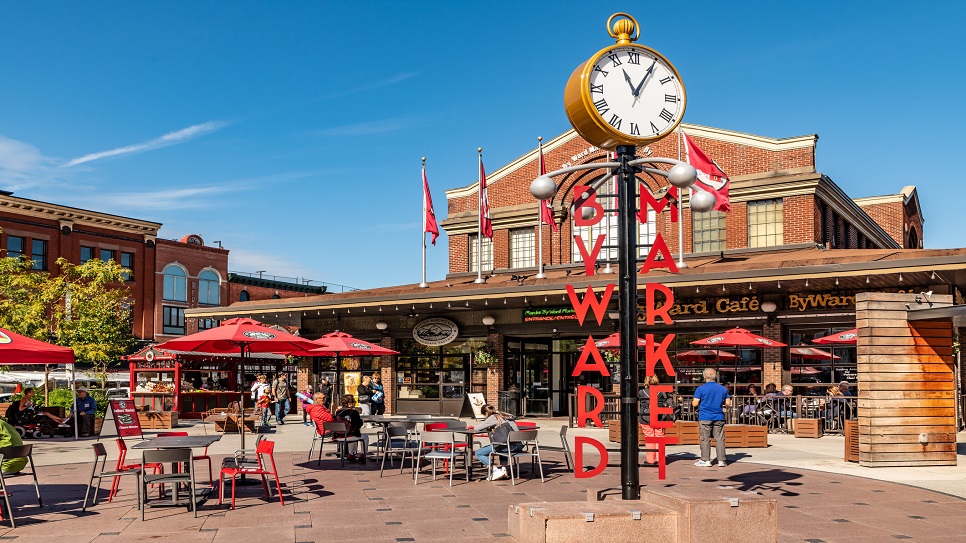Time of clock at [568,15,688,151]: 11:05
